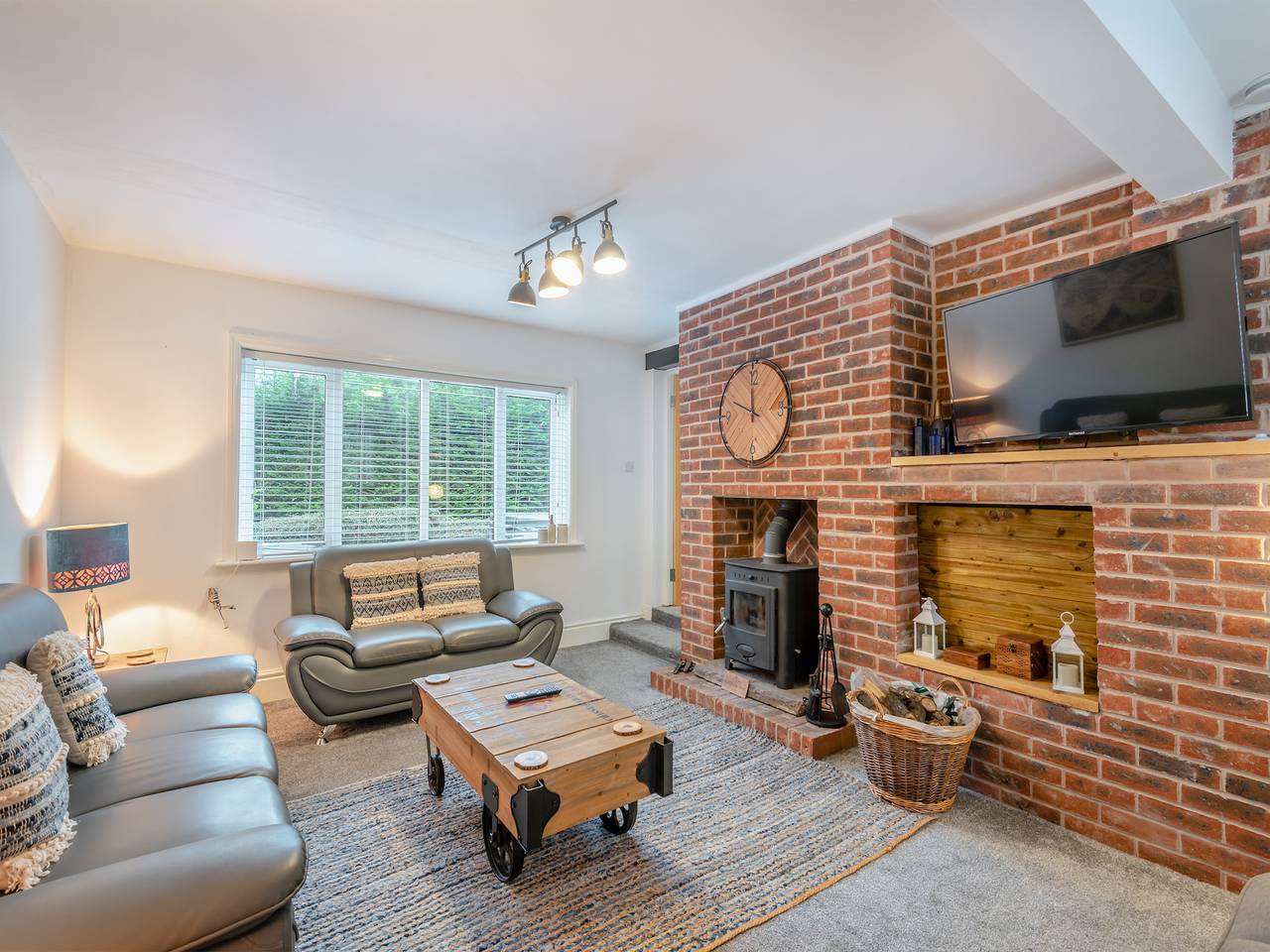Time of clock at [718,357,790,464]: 11:48
